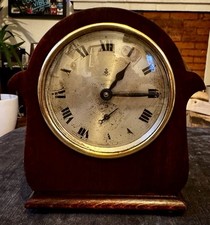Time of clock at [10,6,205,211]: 1:15
